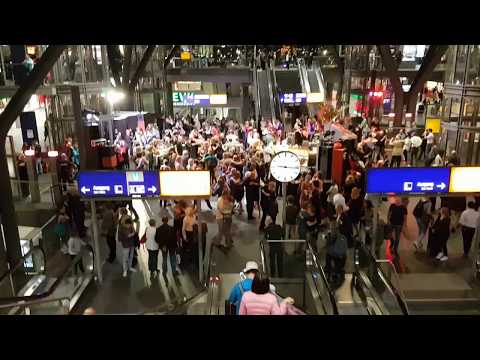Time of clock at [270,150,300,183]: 9:16
